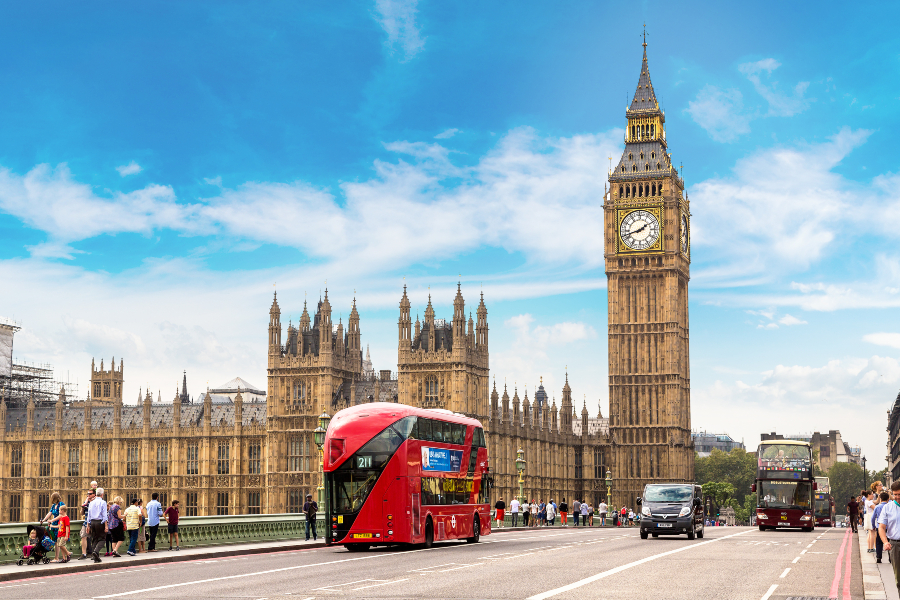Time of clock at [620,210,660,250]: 1:42
